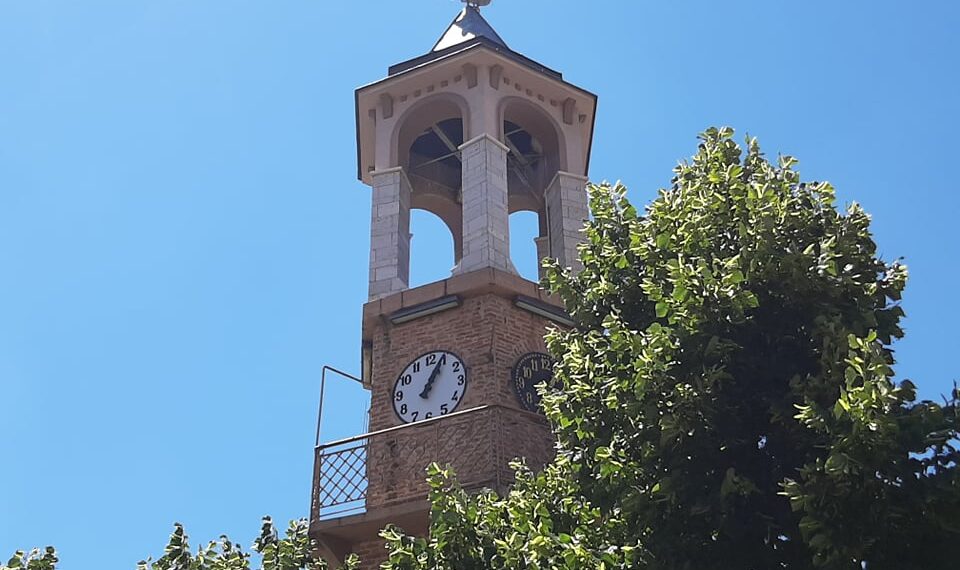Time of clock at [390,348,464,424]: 1:04
